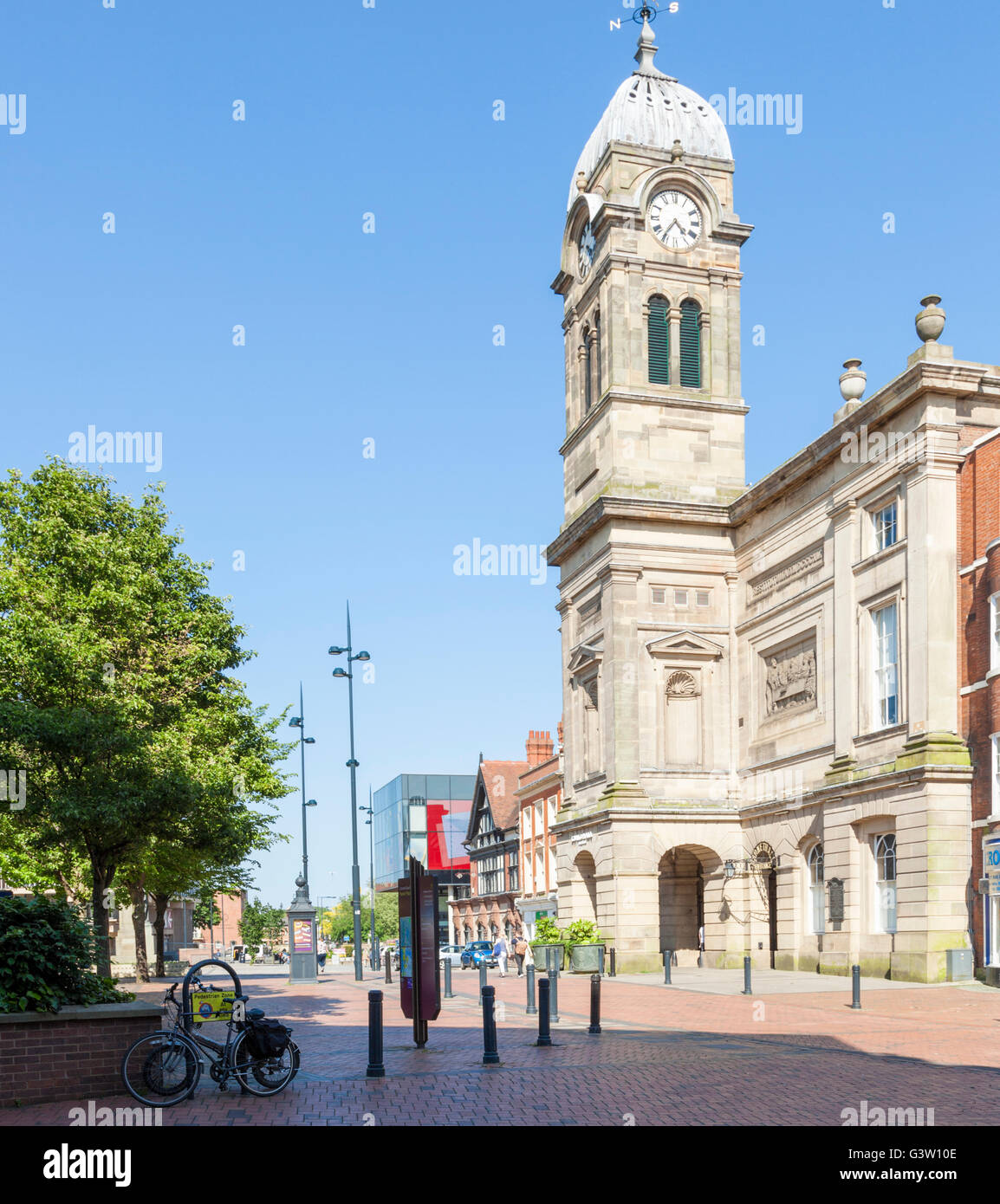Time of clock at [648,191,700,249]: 4:36
